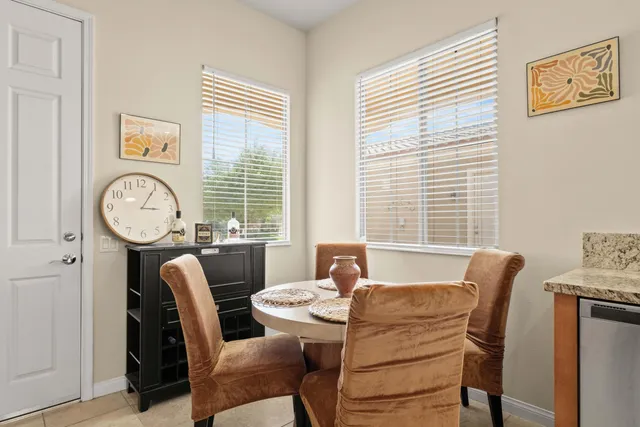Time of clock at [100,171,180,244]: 3:05
